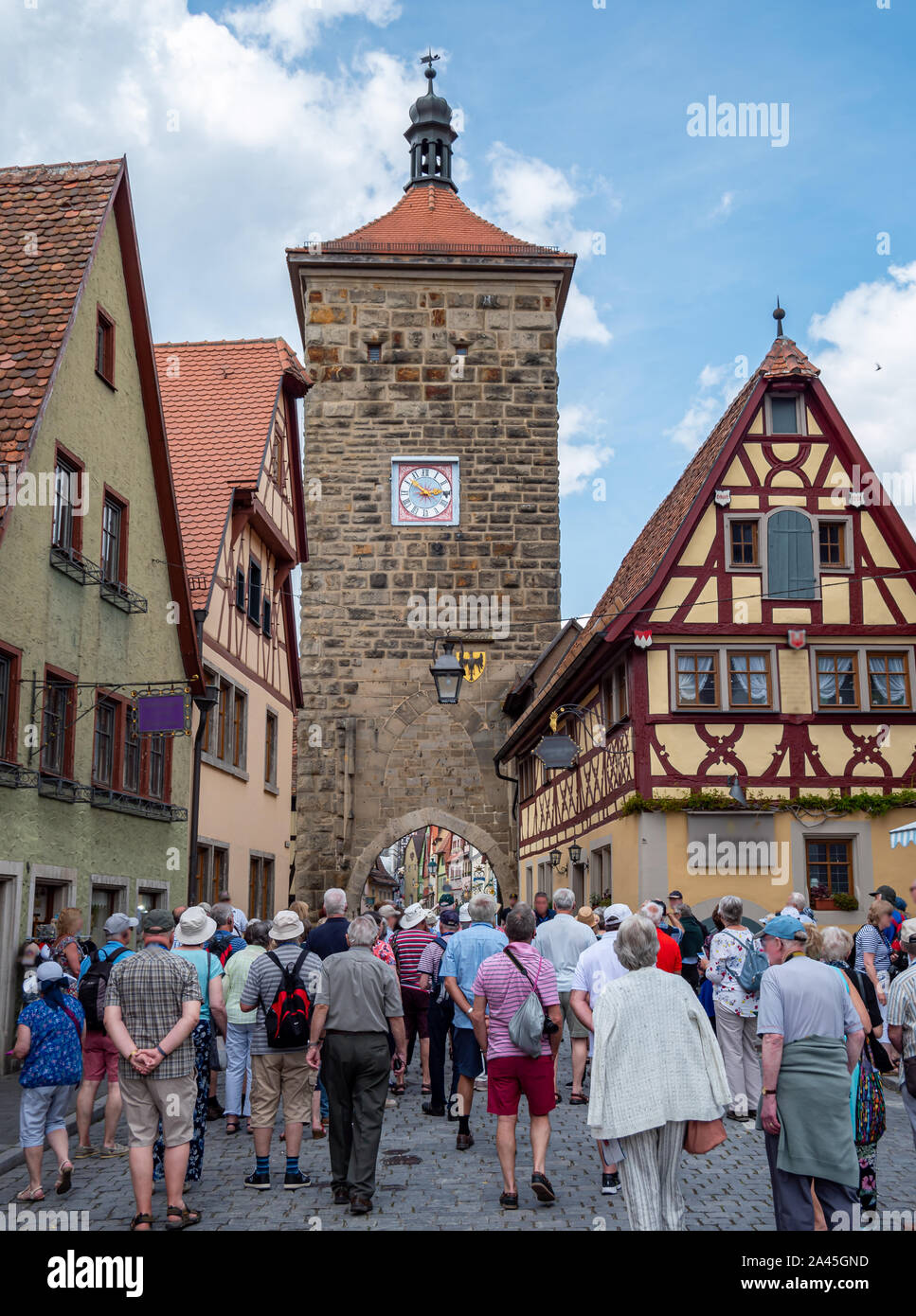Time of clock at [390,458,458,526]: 2:52
